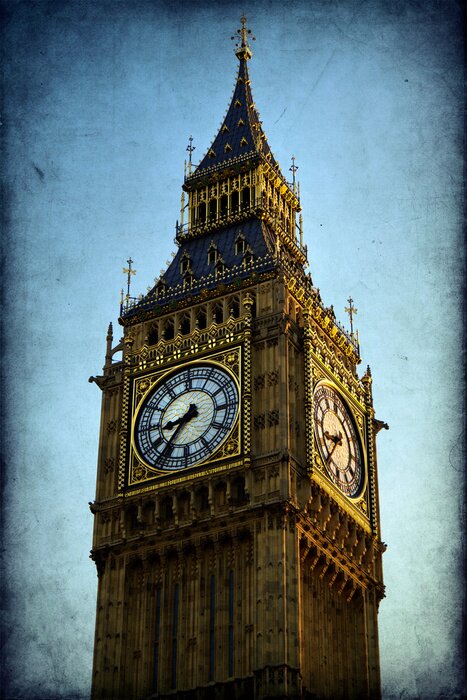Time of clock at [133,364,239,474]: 8:36
